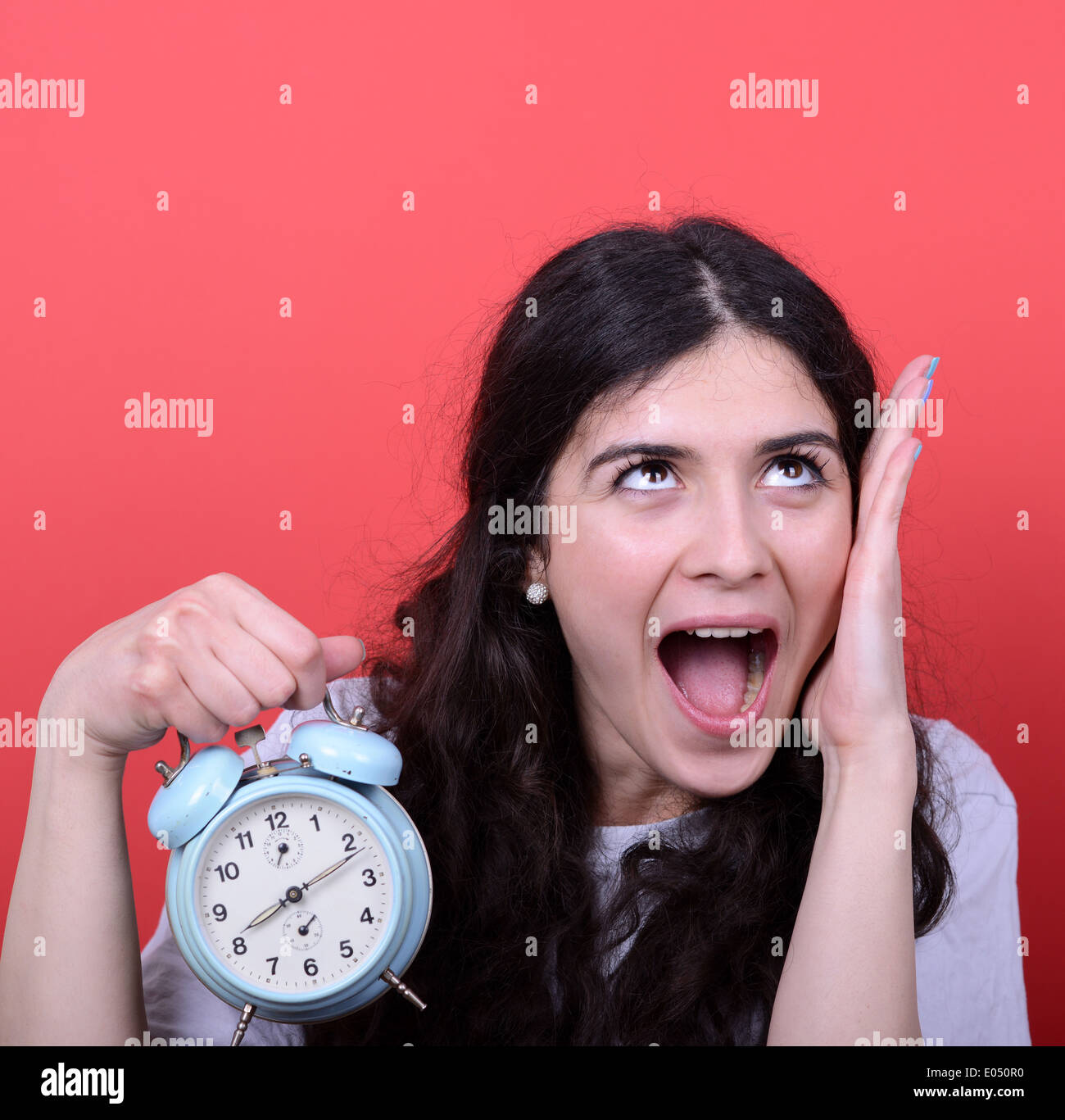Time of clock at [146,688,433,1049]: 8:11
